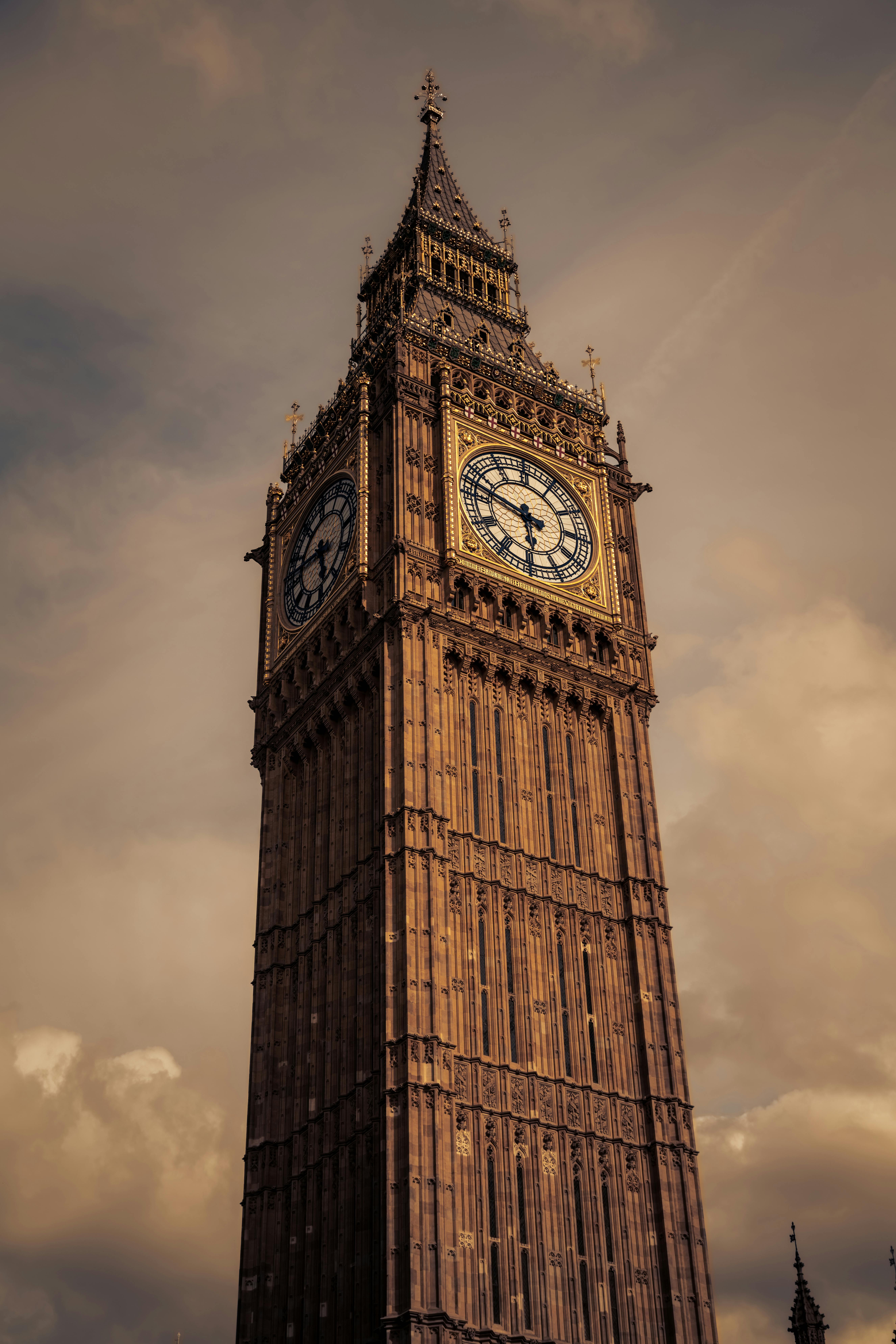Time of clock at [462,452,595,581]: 5:47
